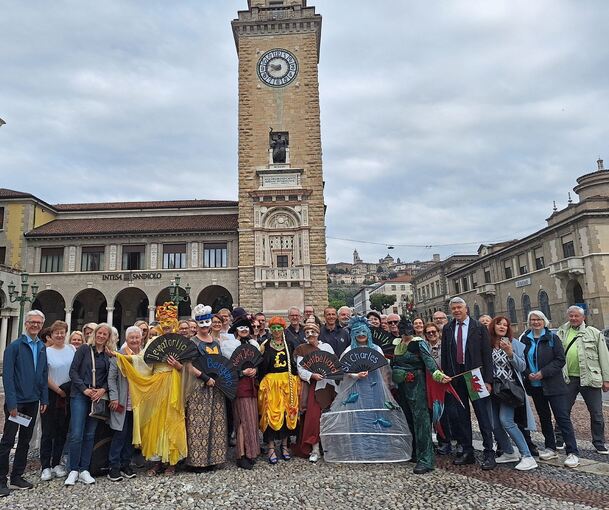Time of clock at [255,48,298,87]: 7:46
